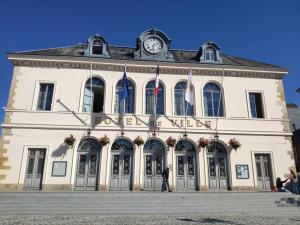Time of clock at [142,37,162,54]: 6:10
